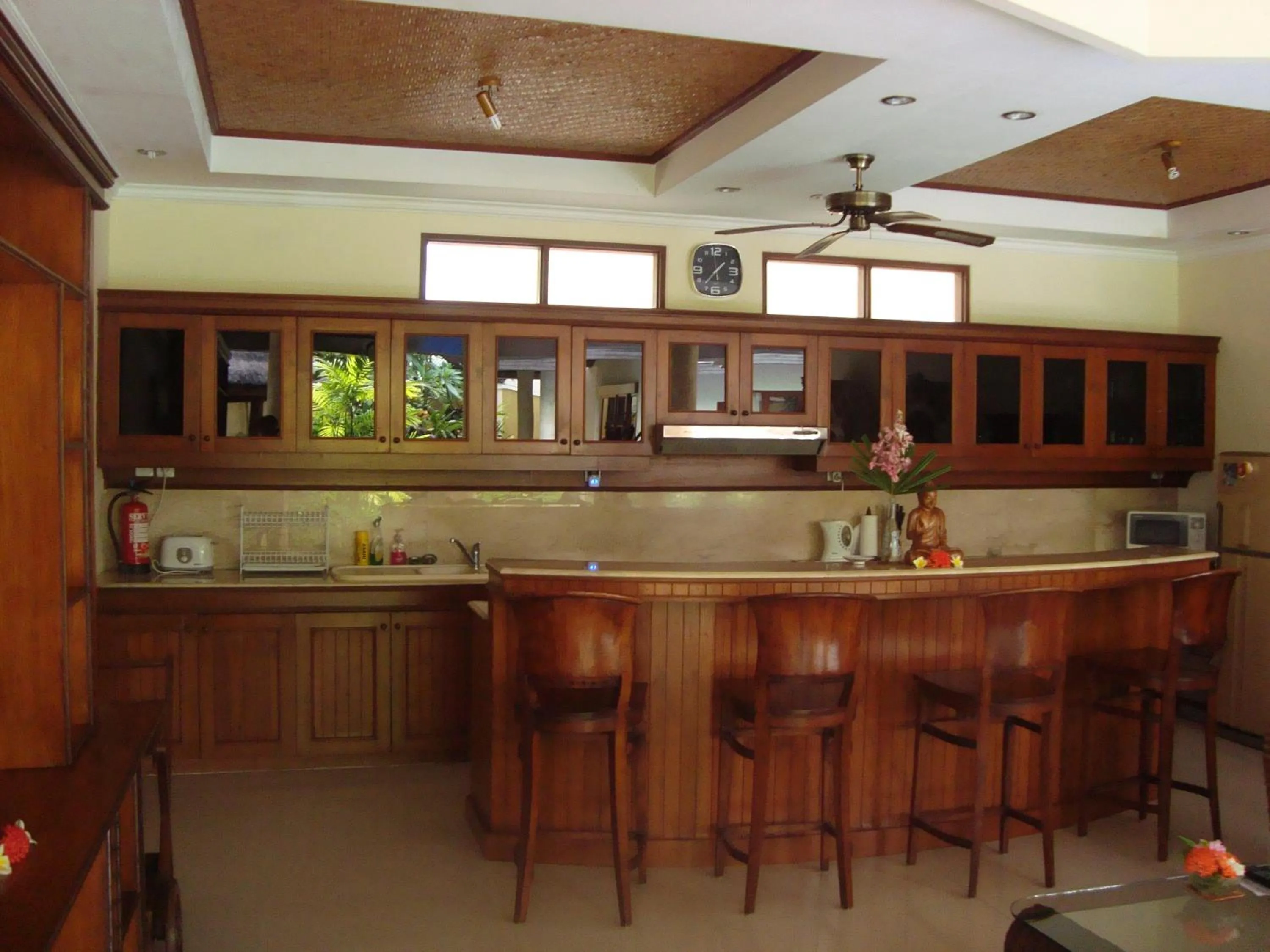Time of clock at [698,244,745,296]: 1:36
